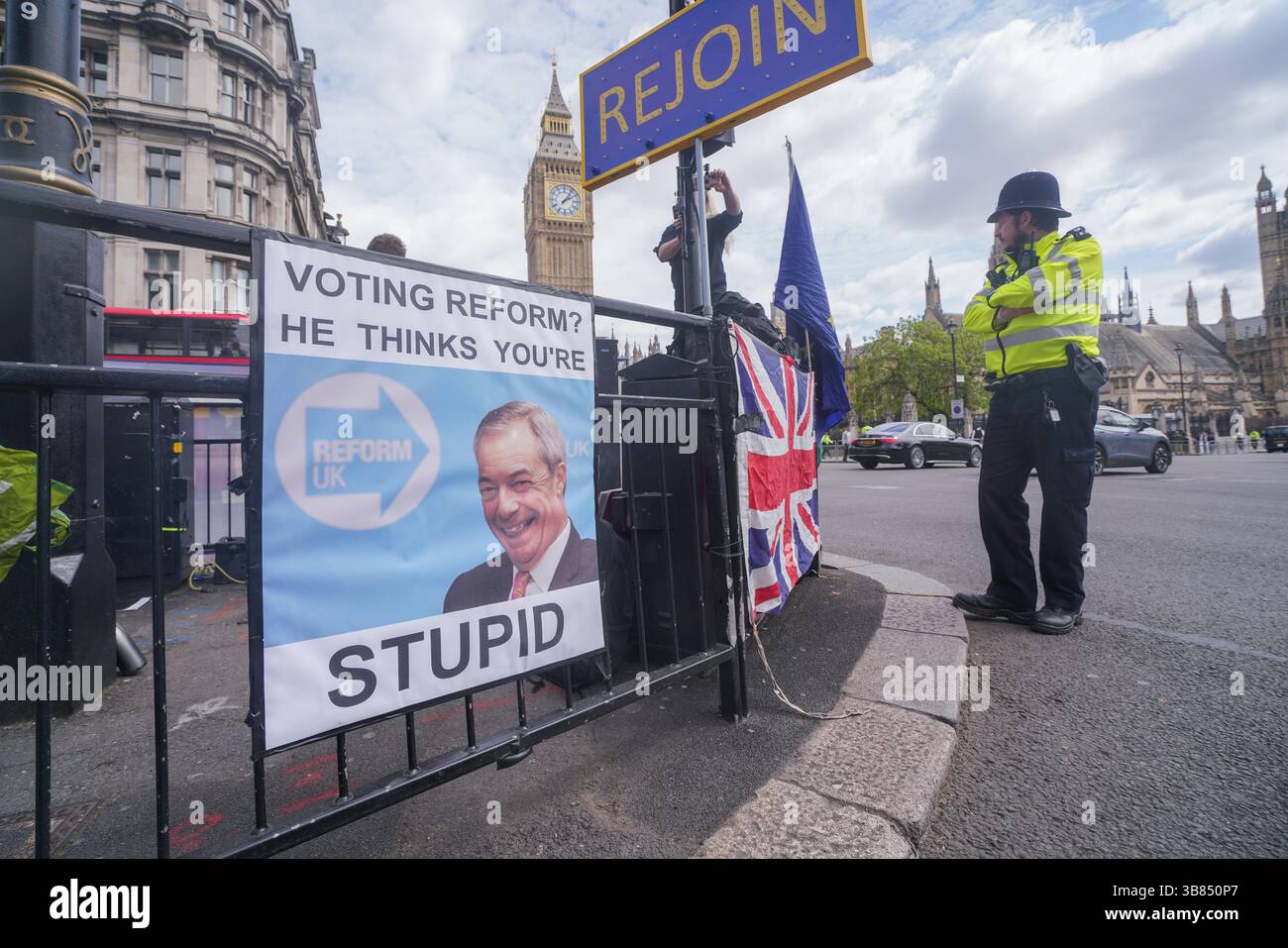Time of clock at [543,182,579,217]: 2:06
